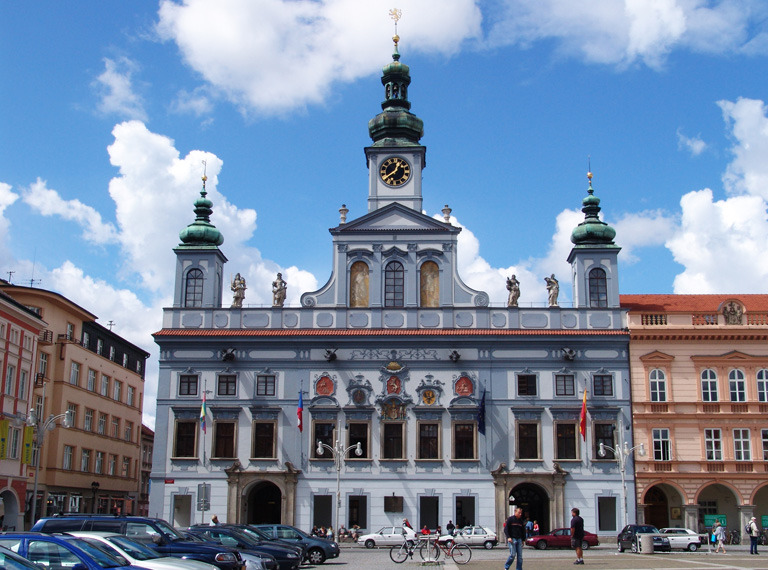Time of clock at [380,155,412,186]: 12:40
